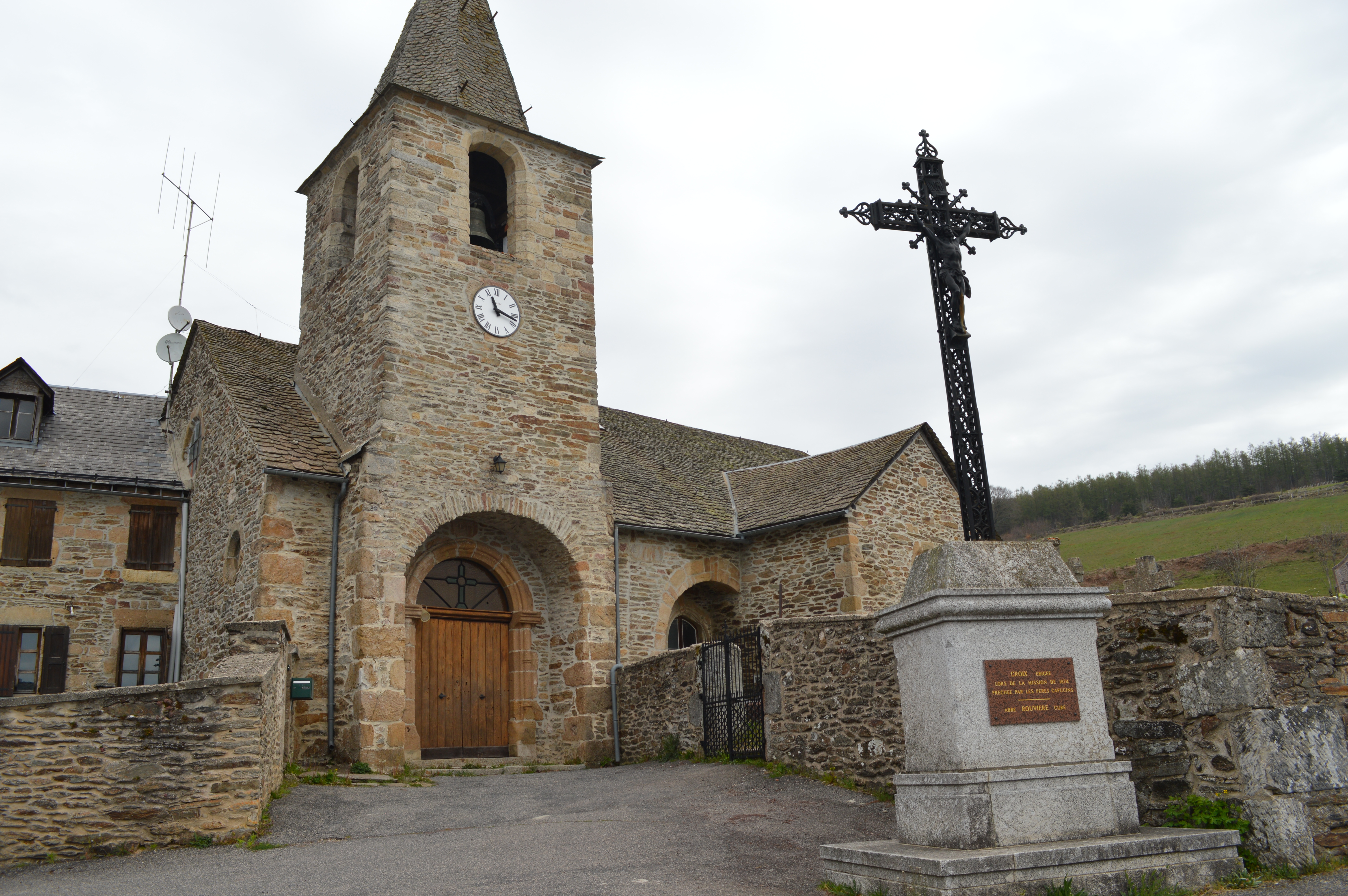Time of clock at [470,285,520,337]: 11:17
